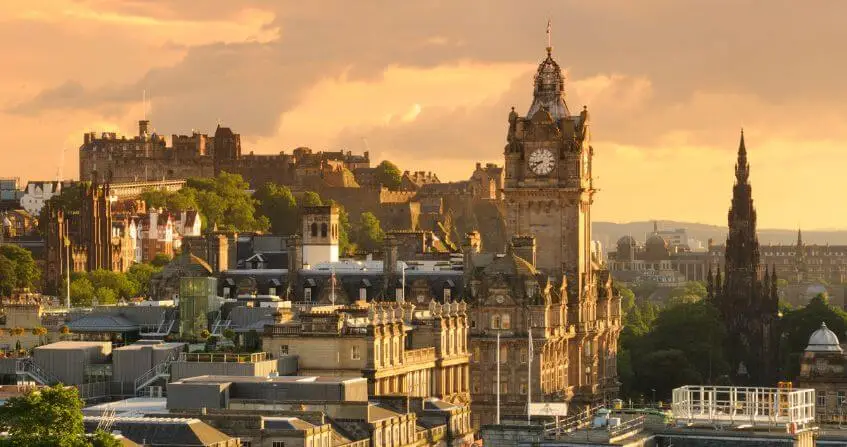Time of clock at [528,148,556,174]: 8:39
